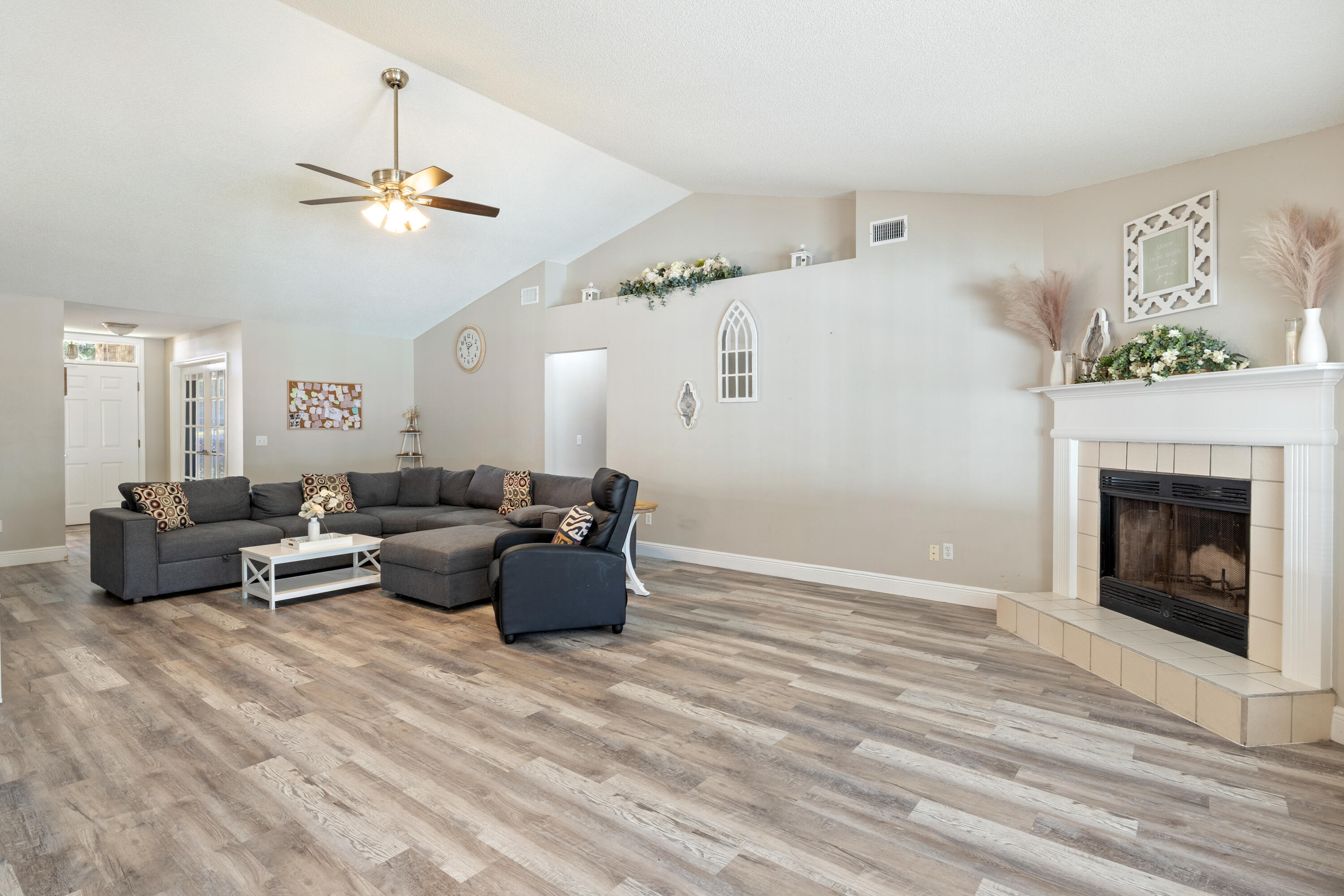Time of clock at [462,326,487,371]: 1:55
